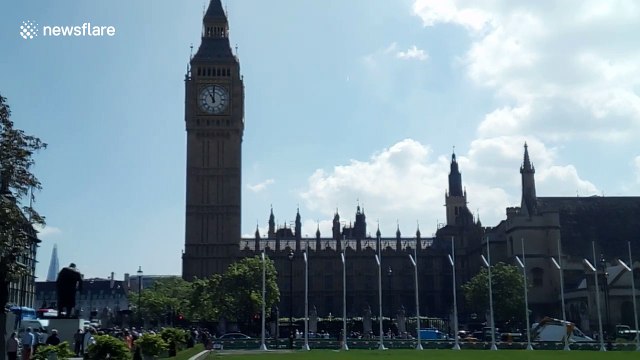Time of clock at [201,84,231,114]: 11:00
